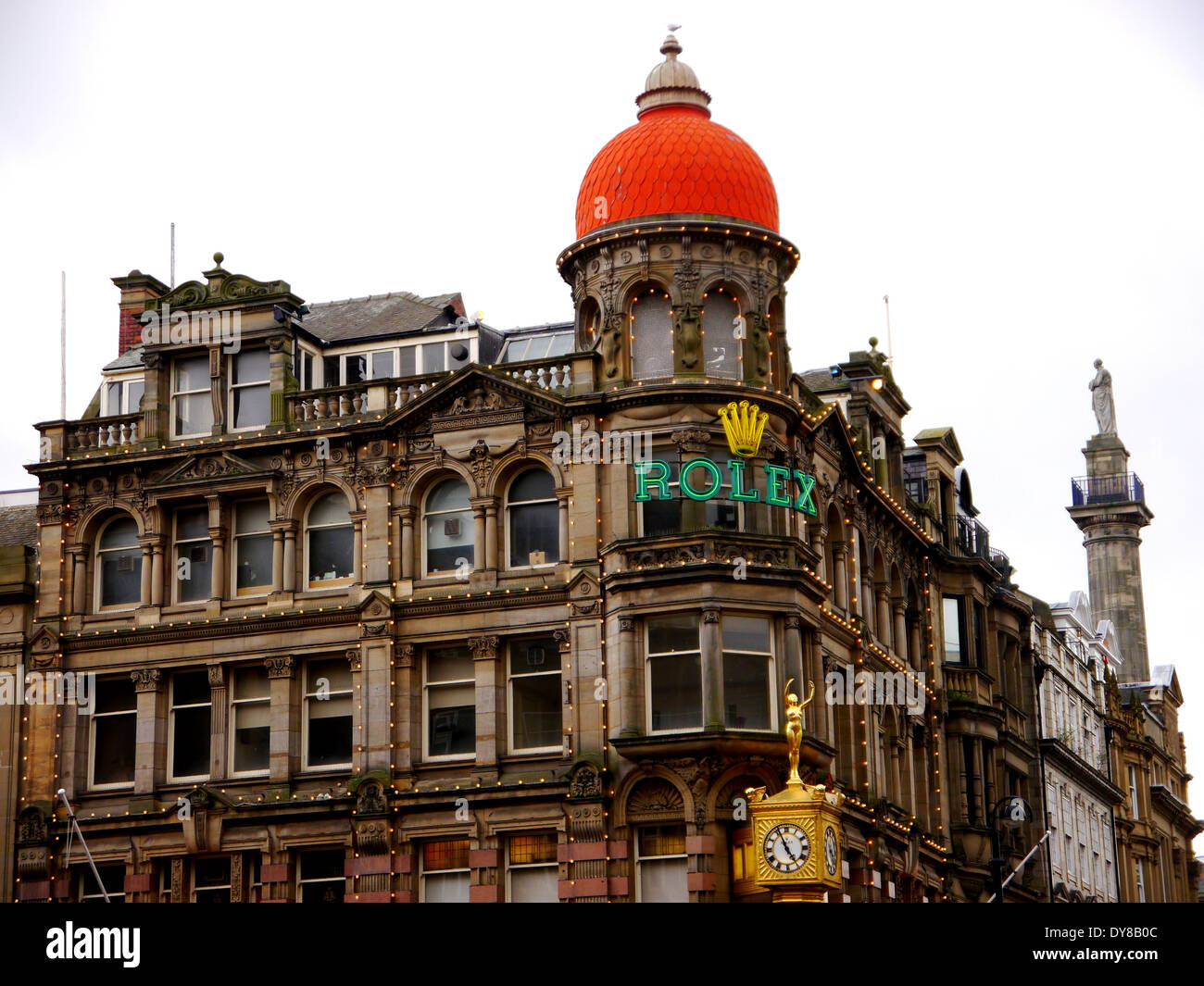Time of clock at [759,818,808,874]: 4:56
